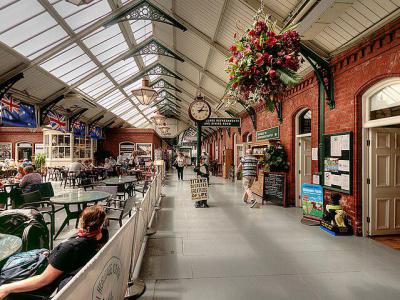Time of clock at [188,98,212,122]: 1:13
